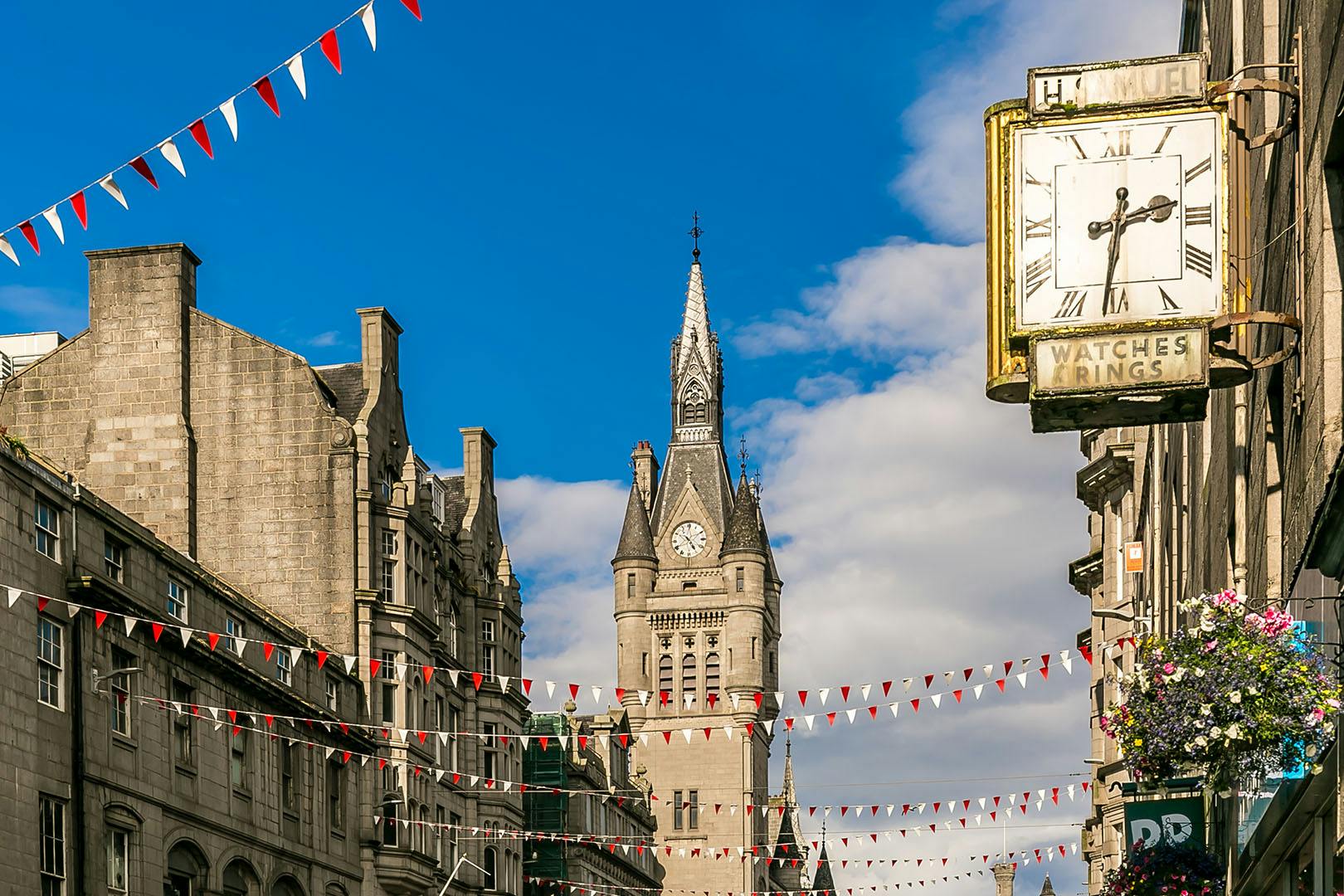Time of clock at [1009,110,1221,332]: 2:31
